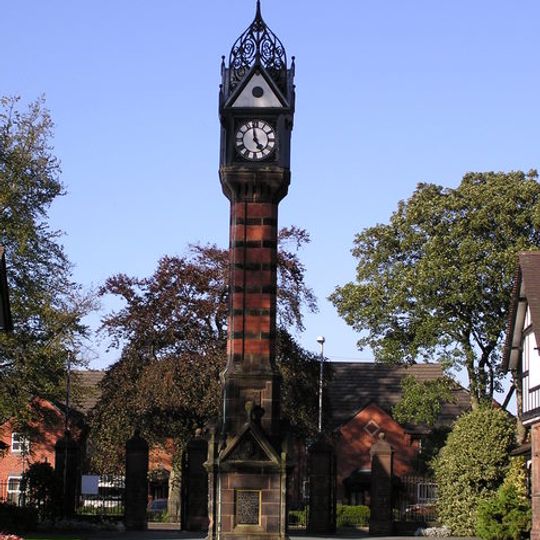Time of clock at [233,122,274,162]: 4:58
